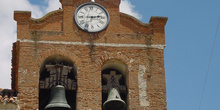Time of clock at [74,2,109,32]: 2:45
